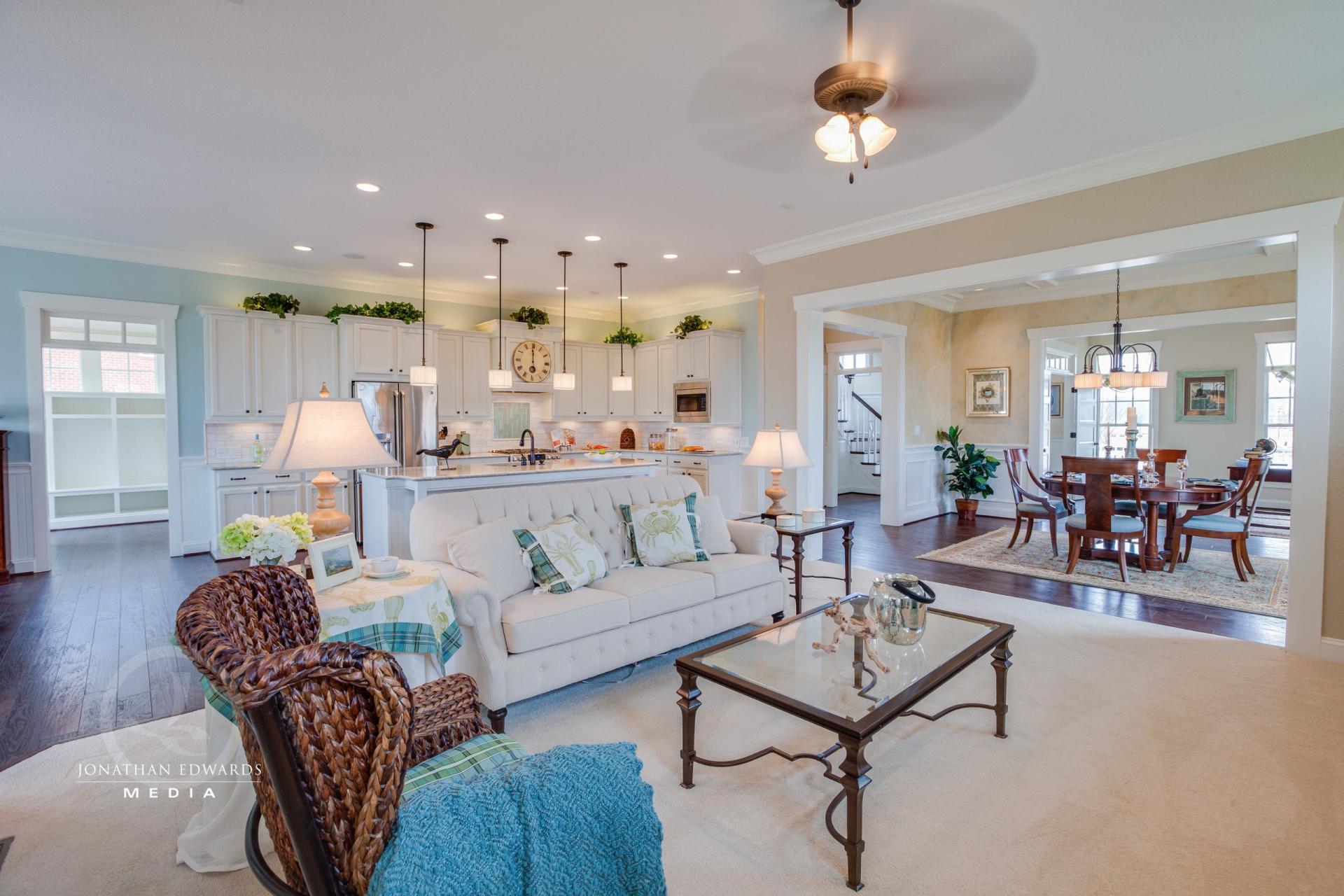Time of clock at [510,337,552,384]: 11:59
